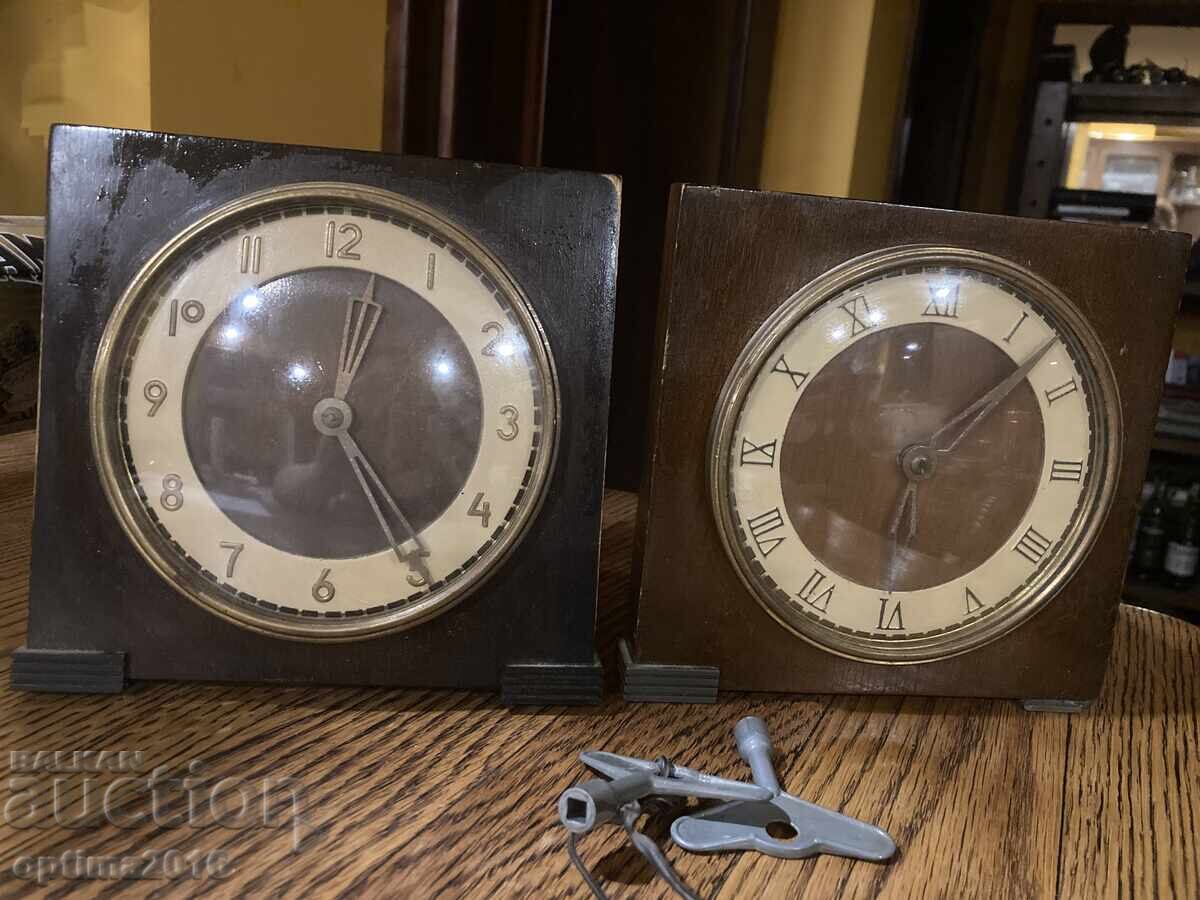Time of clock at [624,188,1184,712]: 6:07
